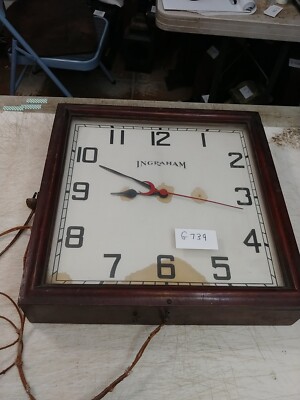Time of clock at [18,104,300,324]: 8:49
